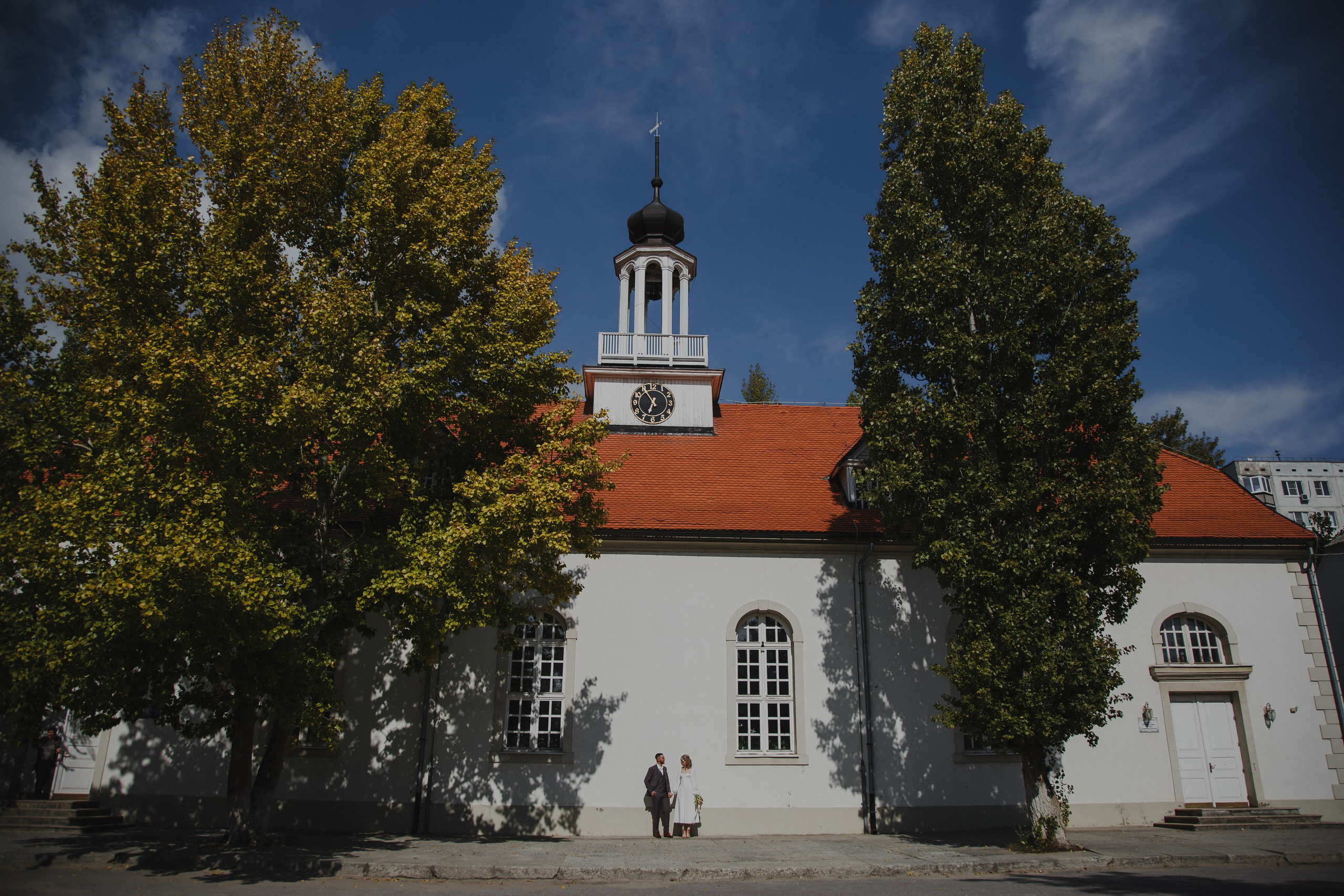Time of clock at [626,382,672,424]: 6:54
